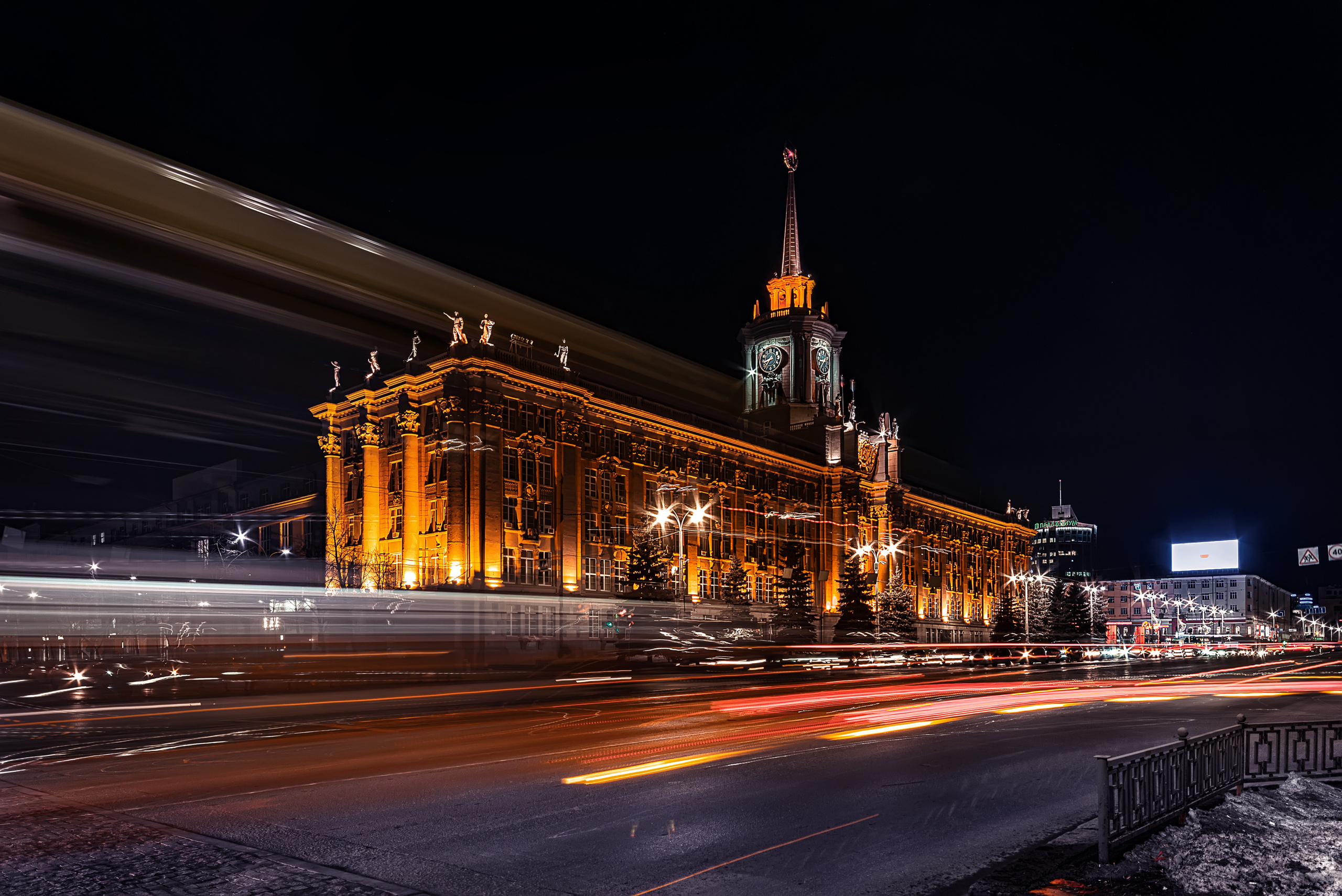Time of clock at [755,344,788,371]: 8:36
